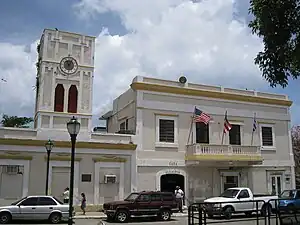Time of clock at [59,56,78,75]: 11:04
